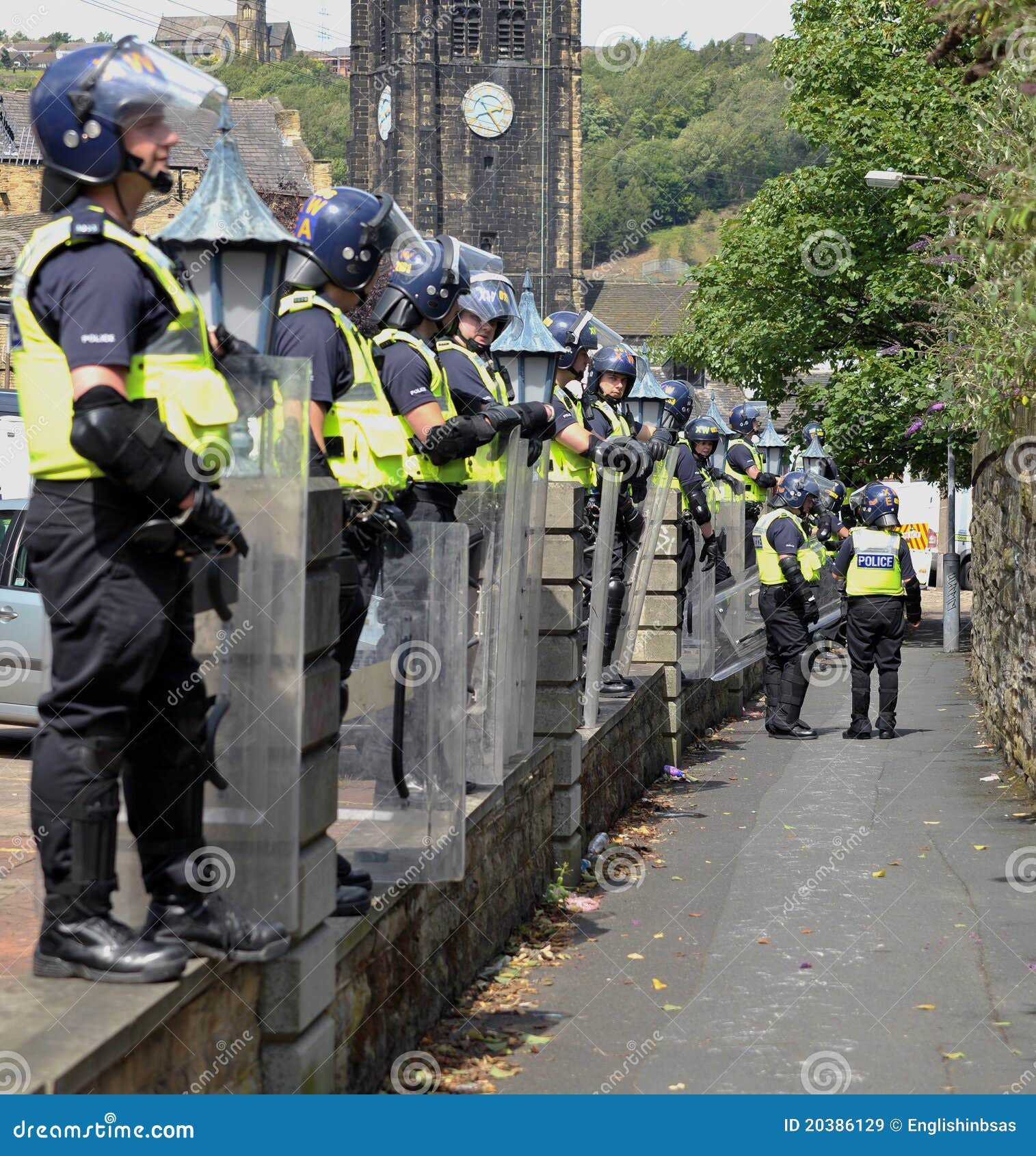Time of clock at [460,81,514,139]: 2:24
